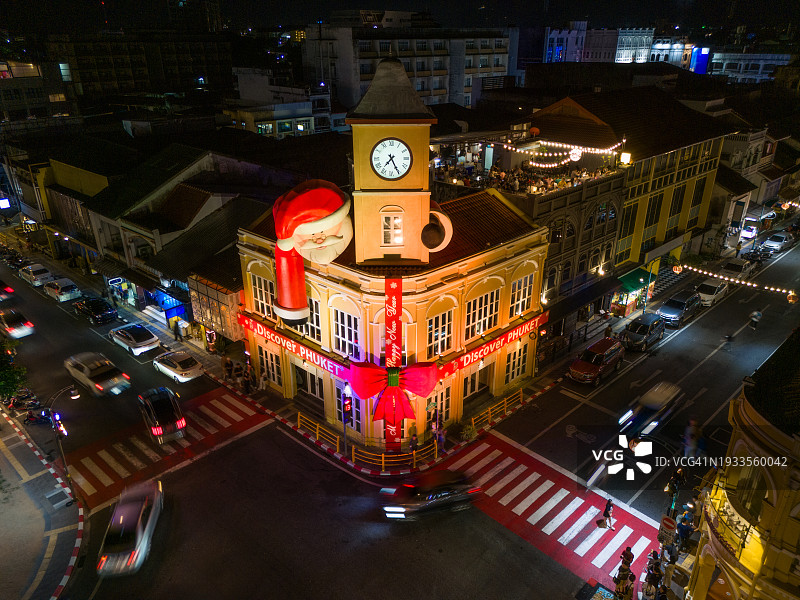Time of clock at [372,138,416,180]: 7:25
